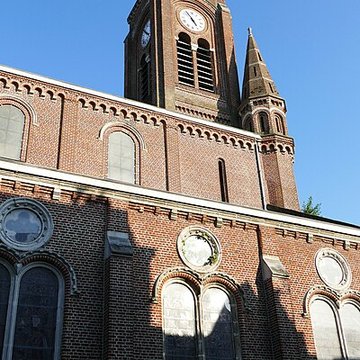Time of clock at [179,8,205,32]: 4:54
